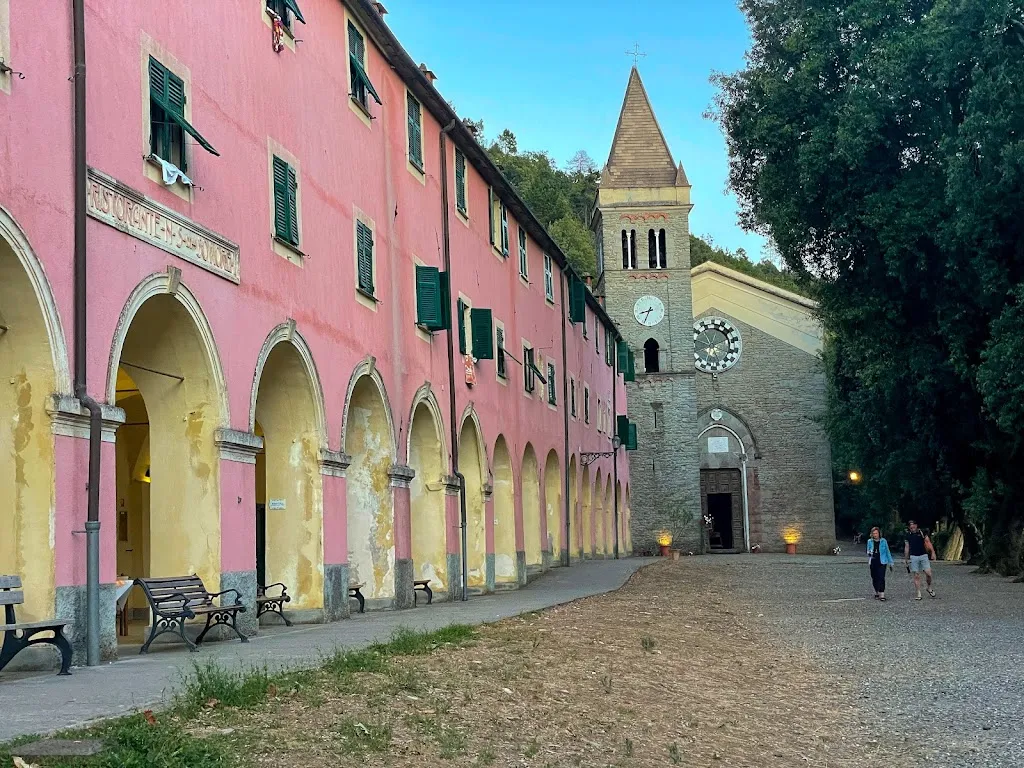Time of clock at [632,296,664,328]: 8:34
